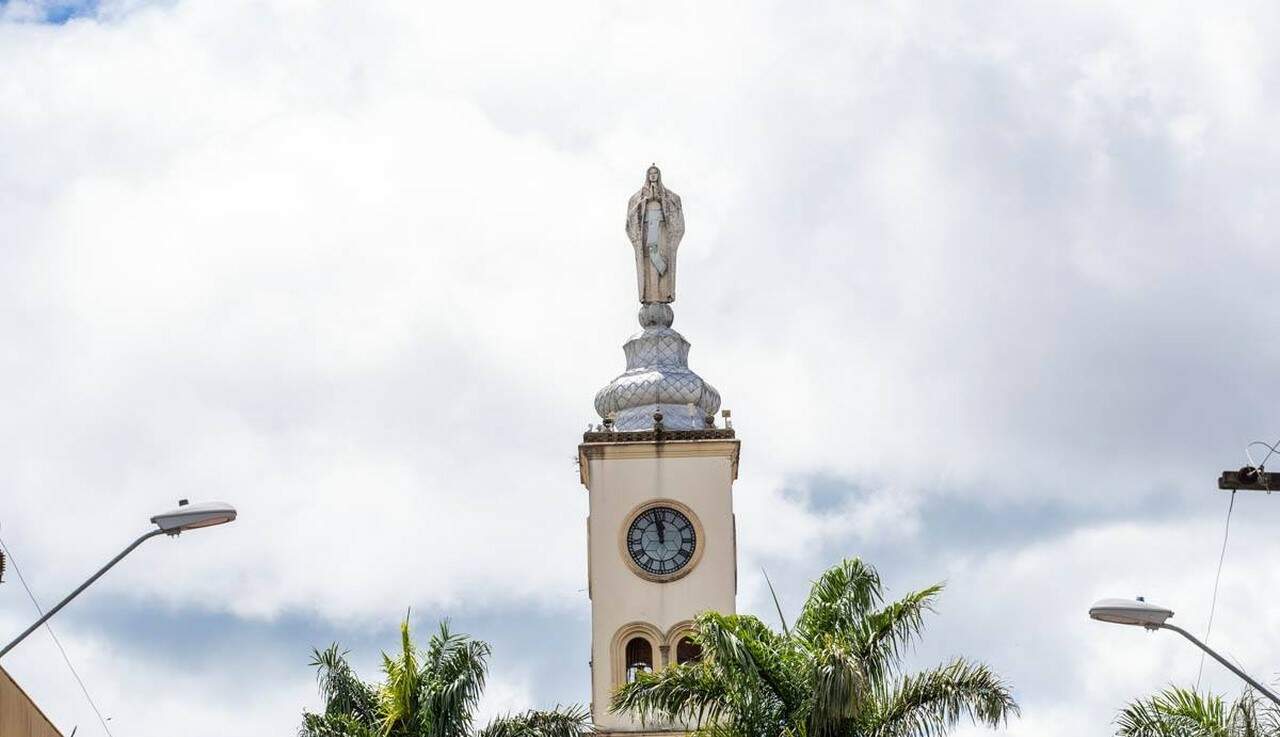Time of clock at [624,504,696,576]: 11:57
